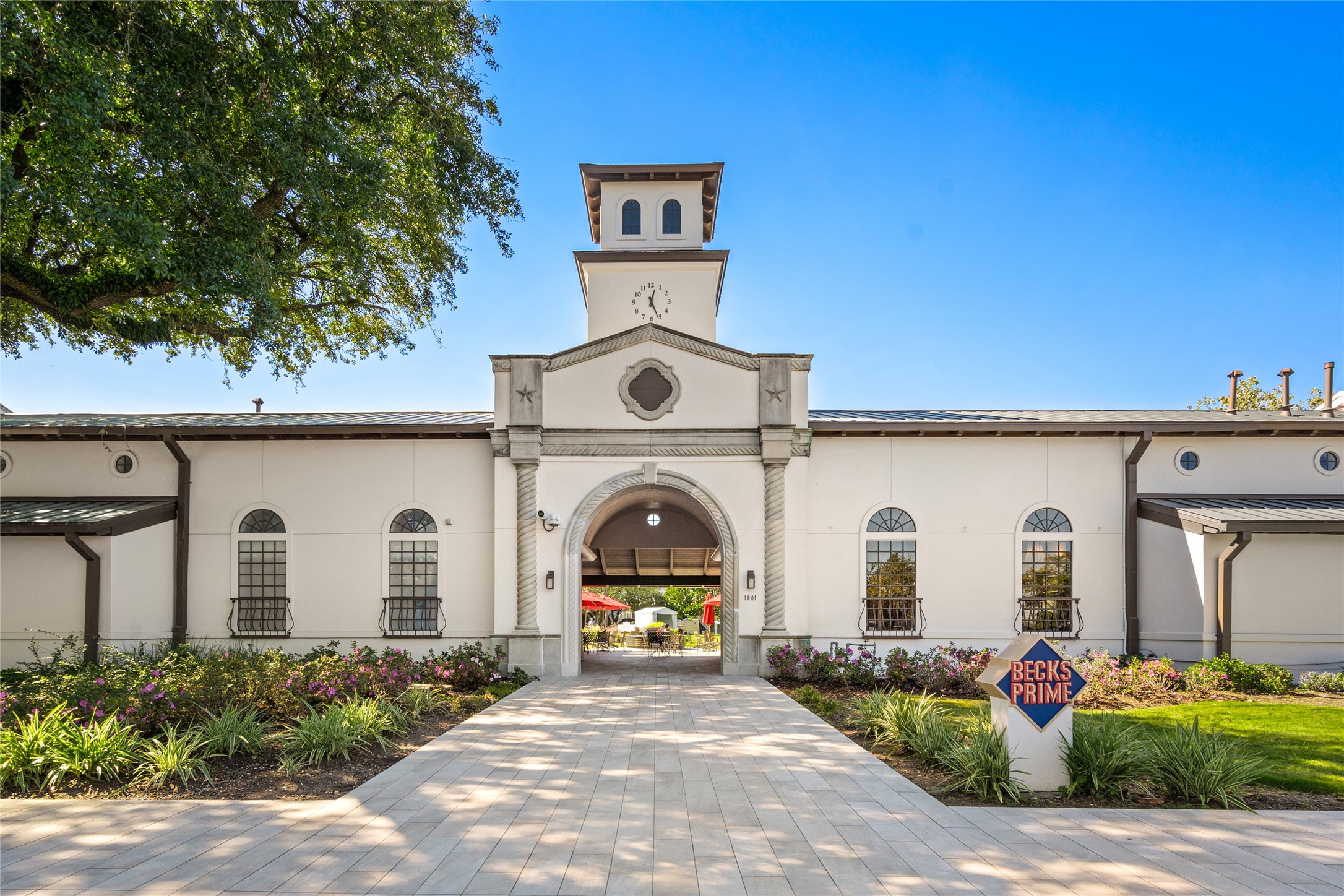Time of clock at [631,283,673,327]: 12:26
